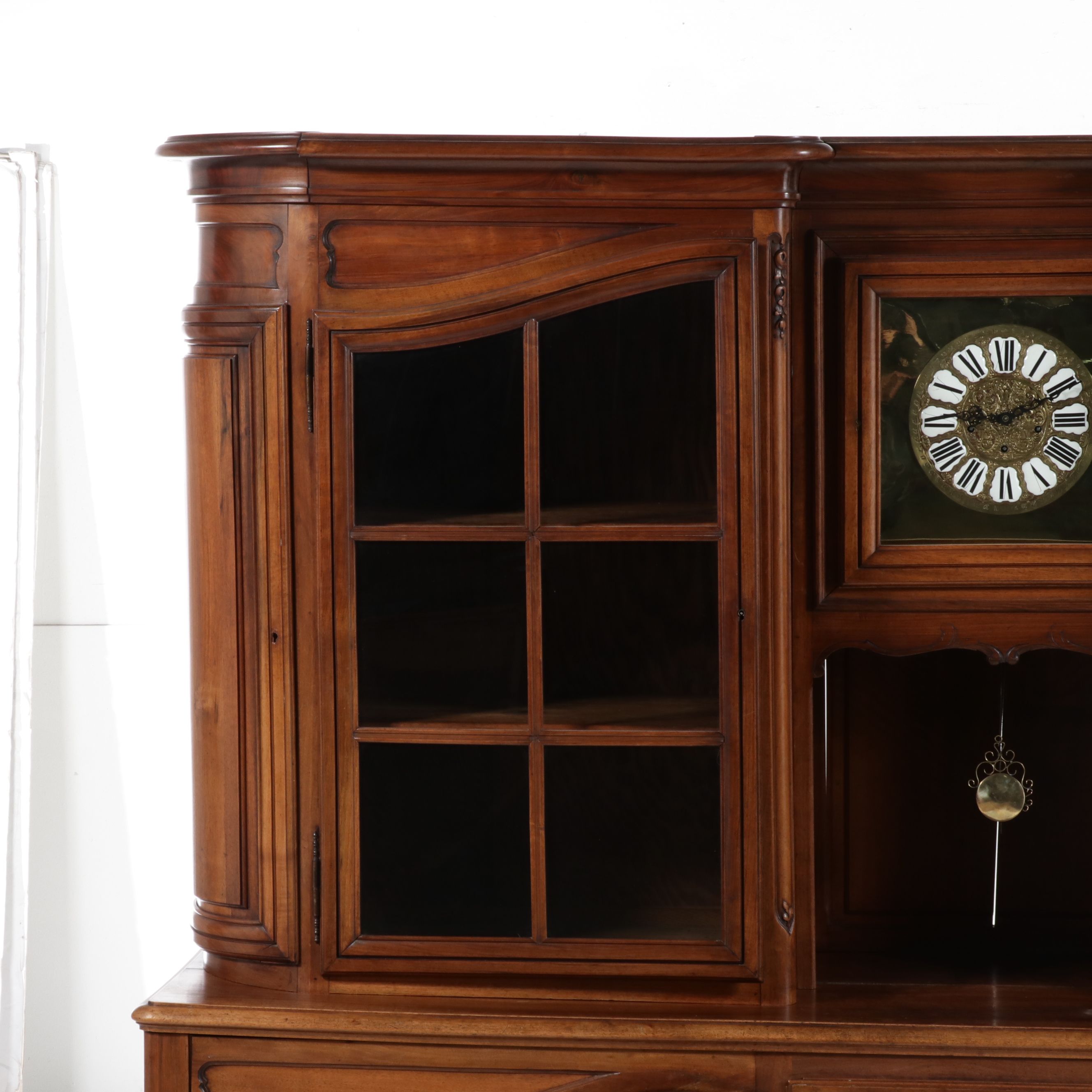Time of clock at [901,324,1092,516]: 9:10
